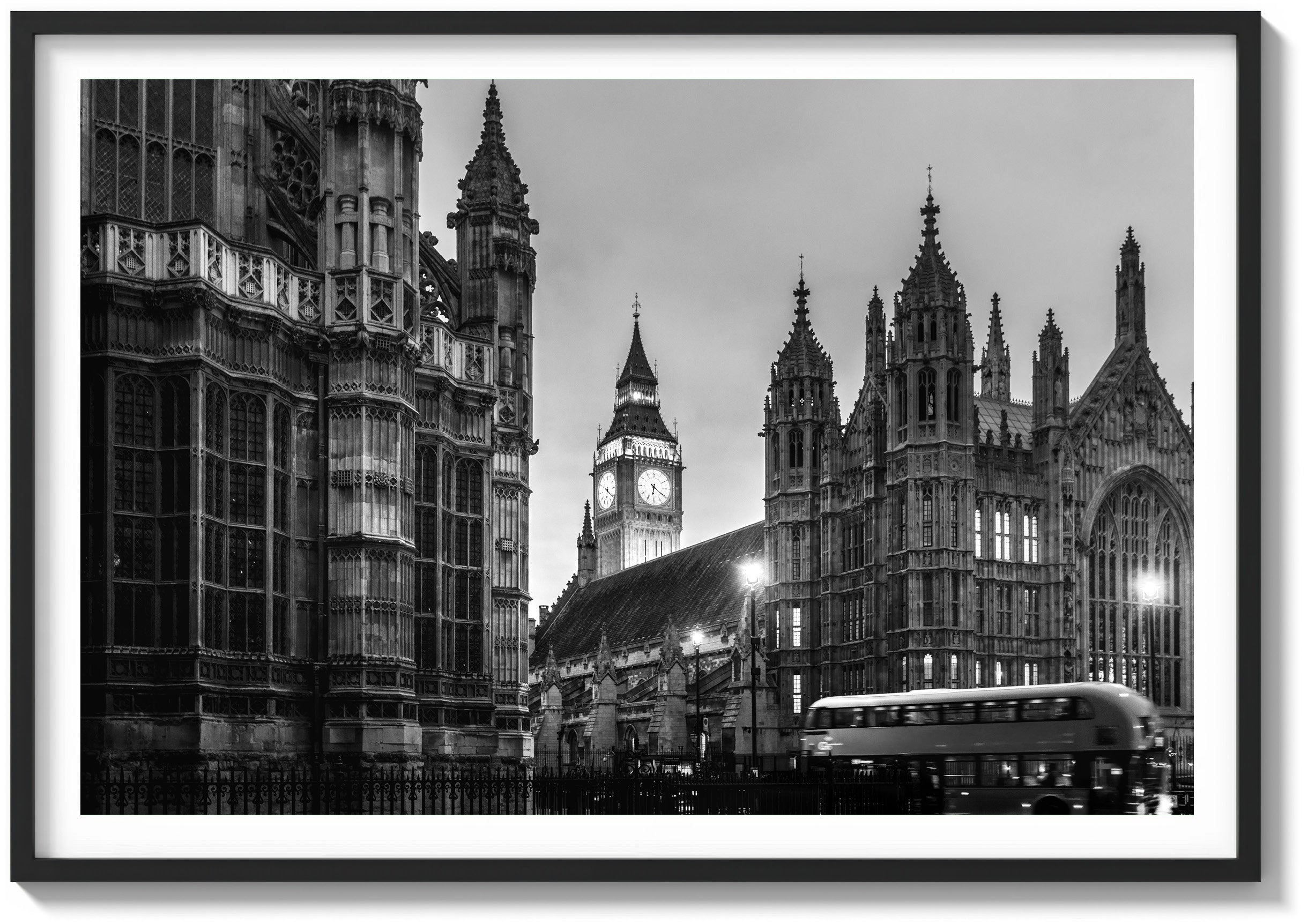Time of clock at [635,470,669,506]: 6:20
